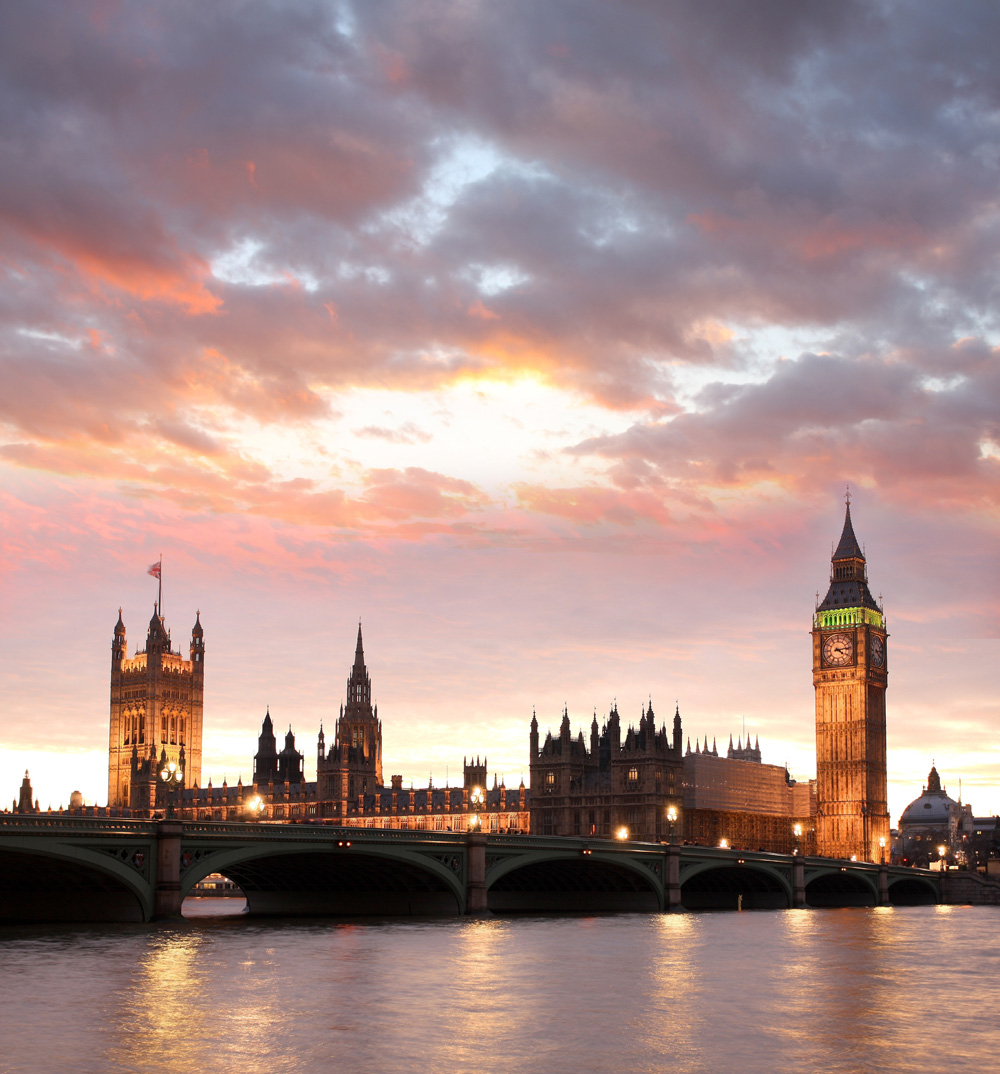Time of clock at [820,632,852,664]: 4:13
